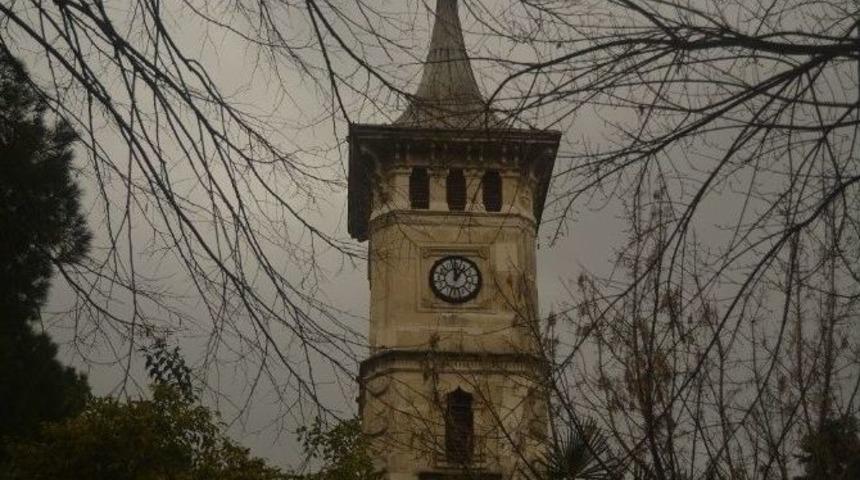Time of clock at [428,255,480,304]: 12:07
